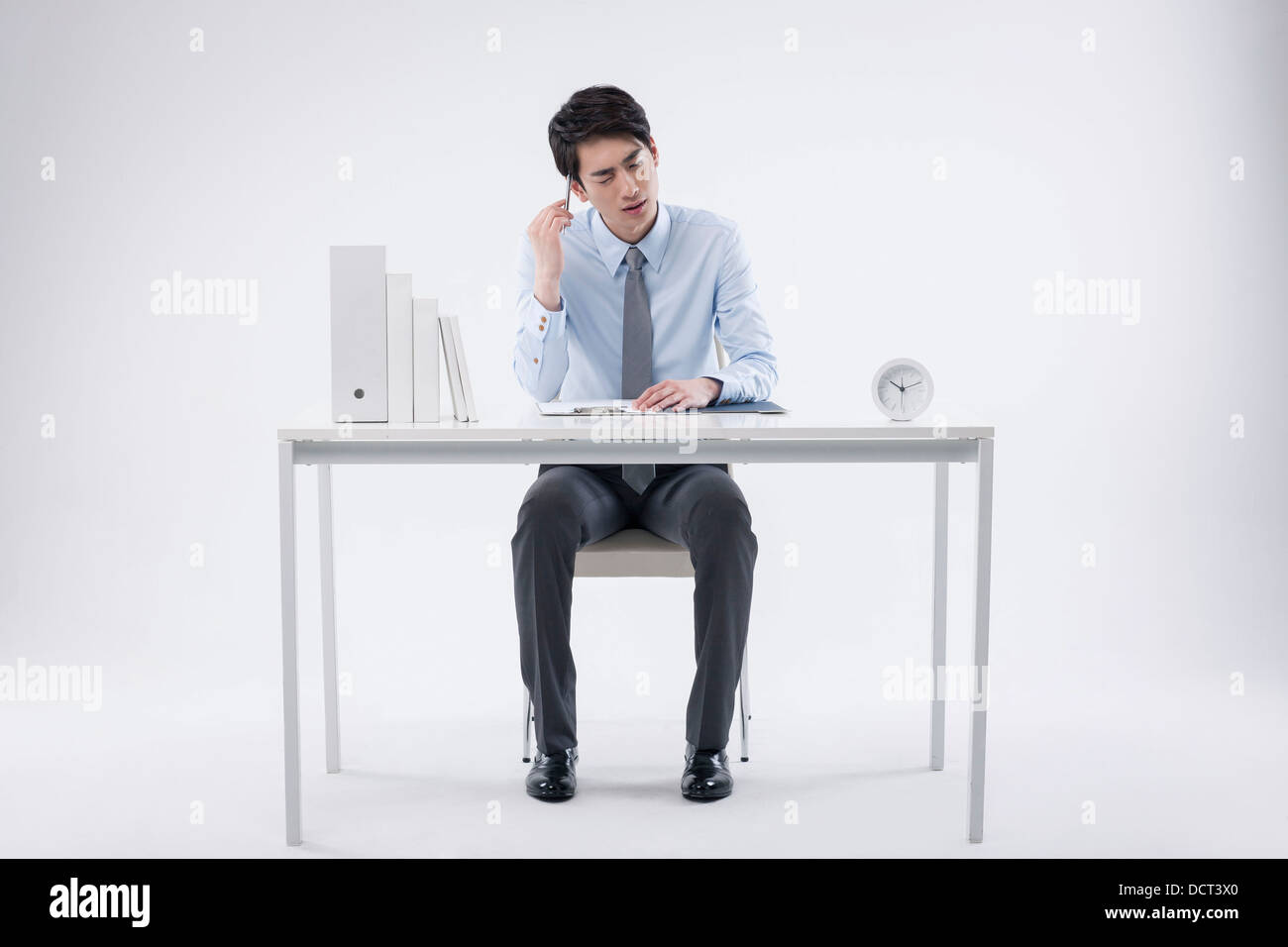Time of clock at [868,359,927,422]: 10:11
